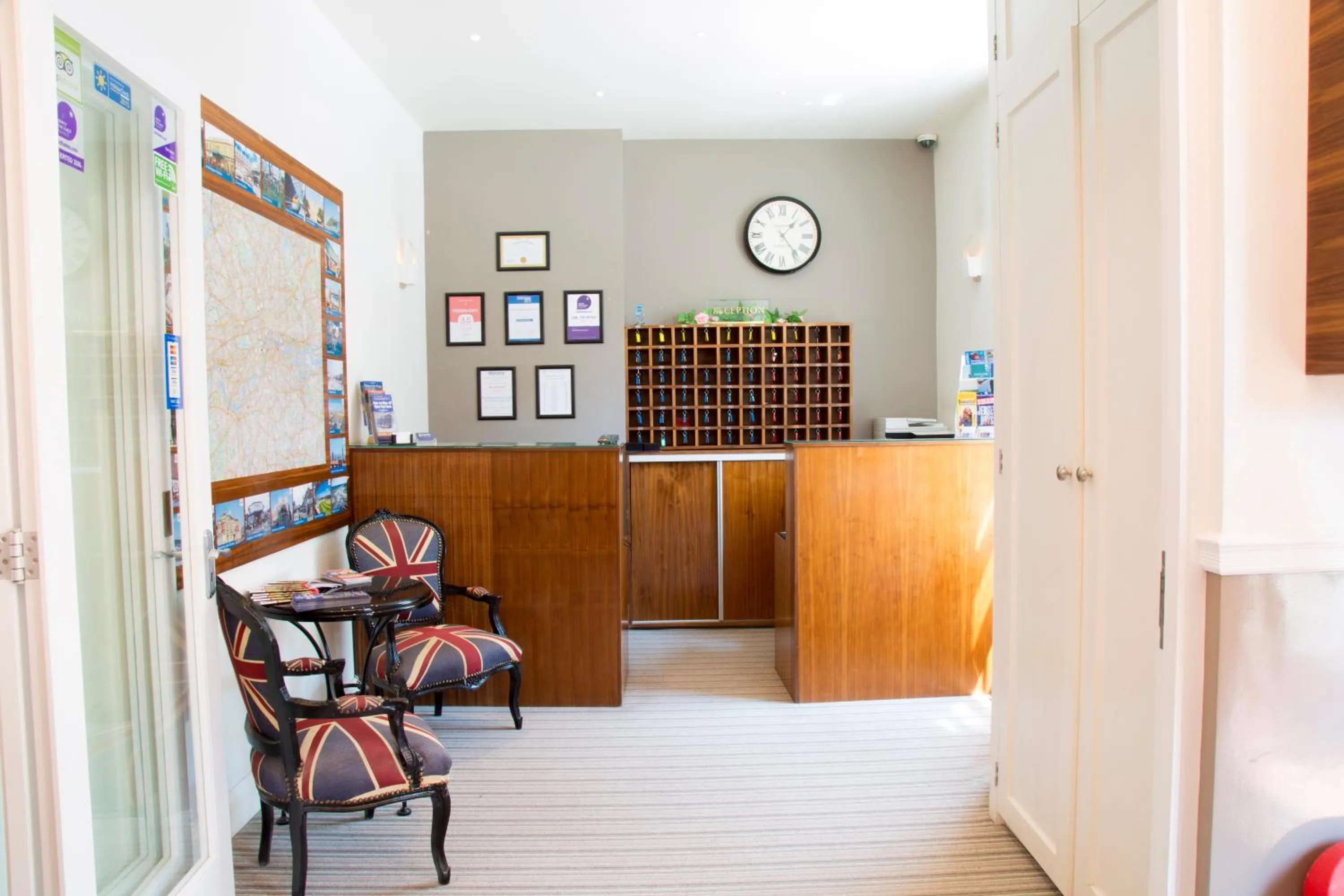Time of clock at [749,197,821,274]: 1:23
